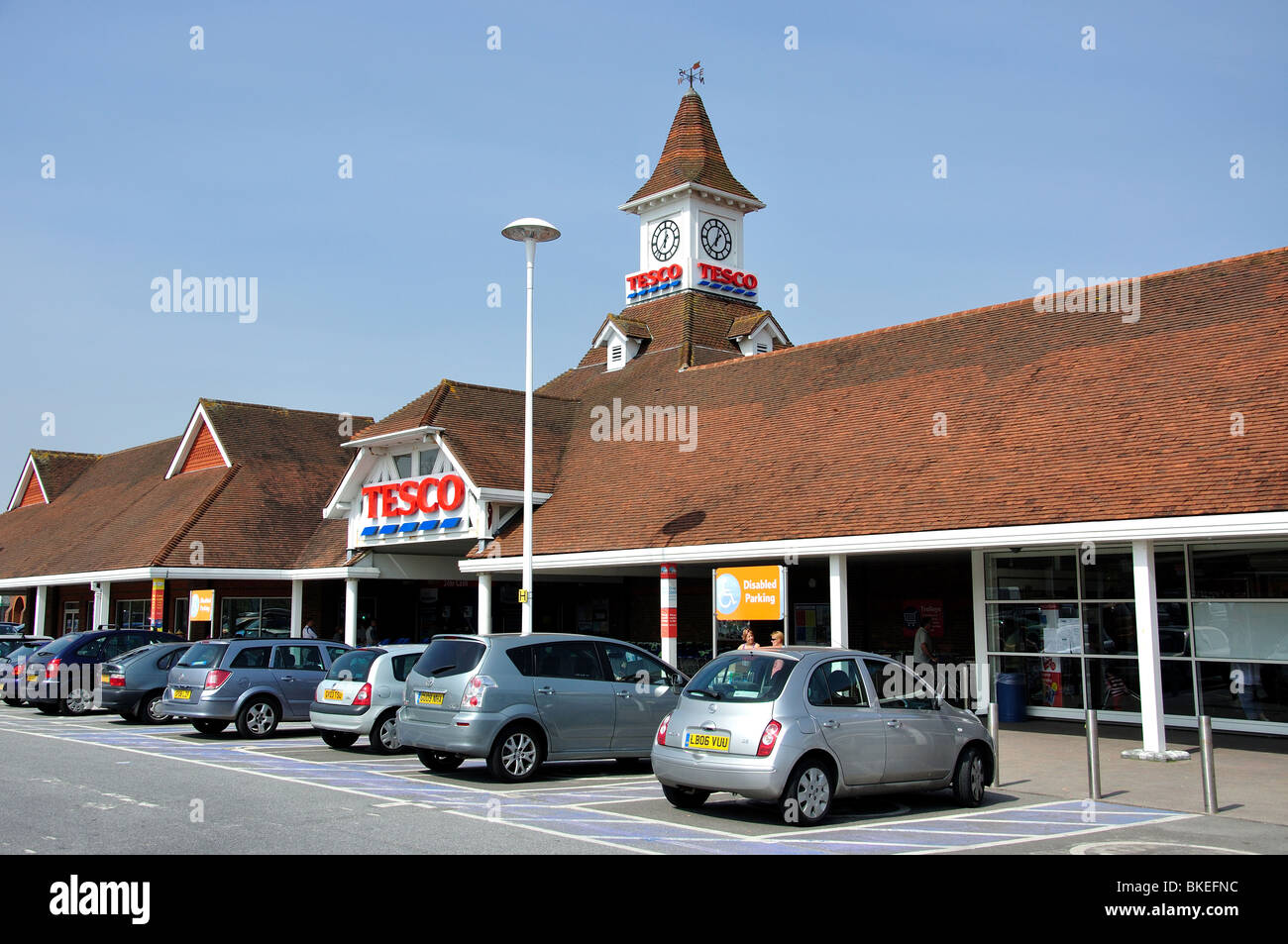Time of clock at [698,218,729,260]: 12:36
